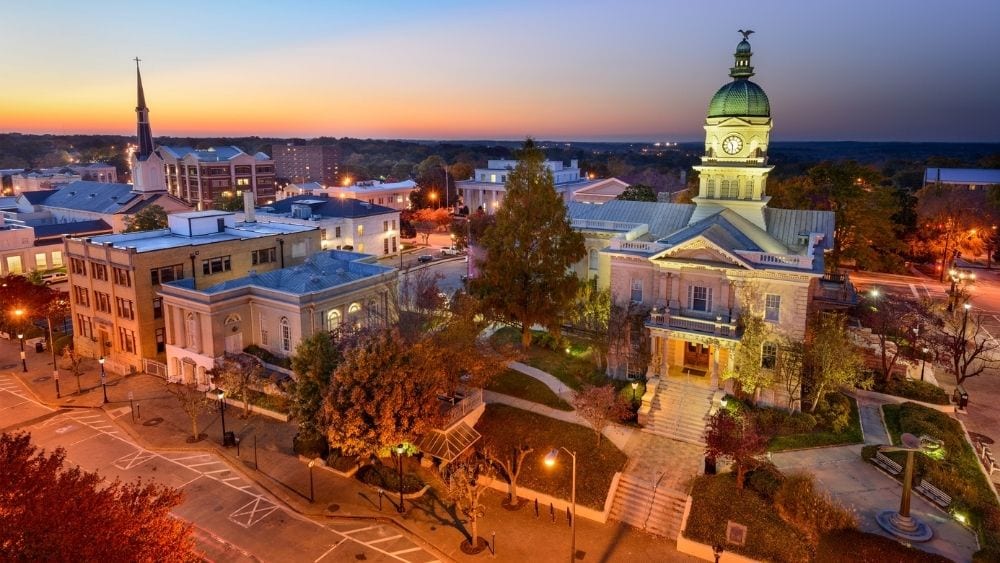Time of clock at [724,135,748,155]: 5:54
